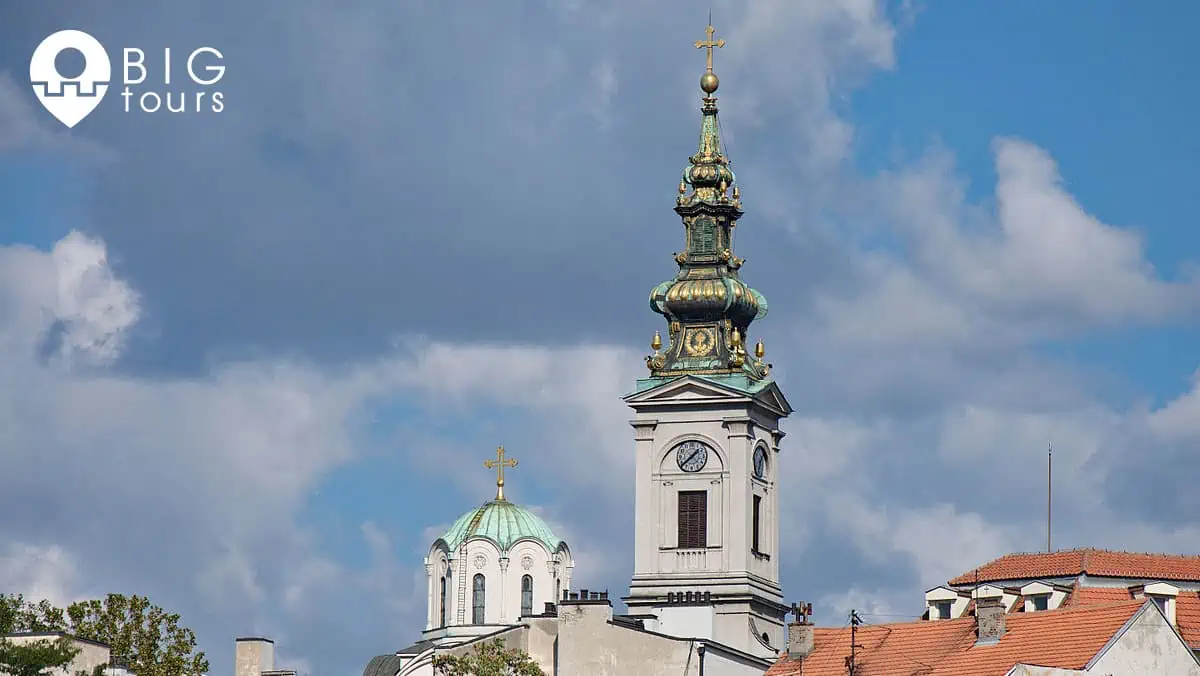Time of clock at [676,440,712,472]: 1:38
